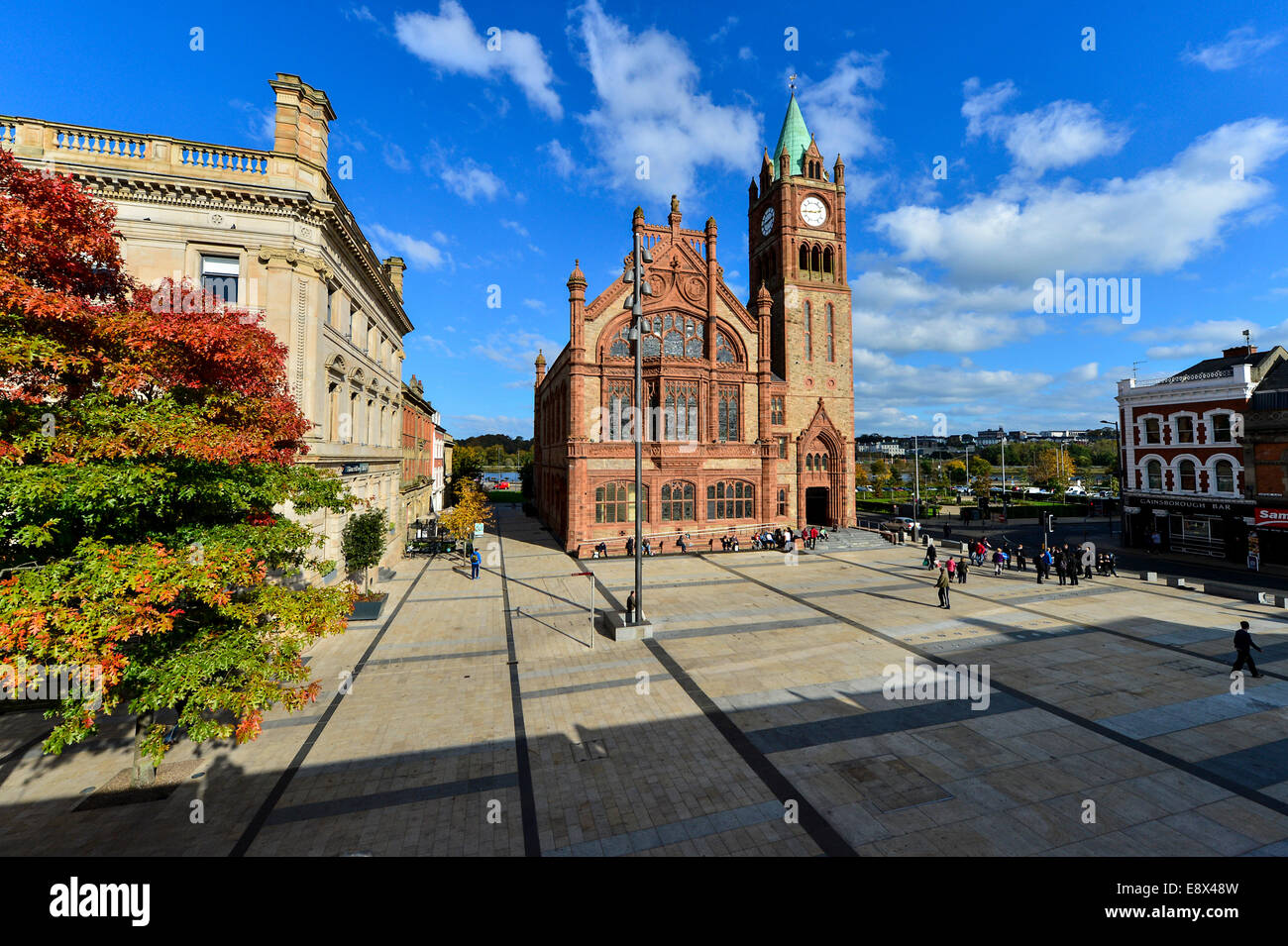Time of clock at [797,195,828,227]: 2:44
